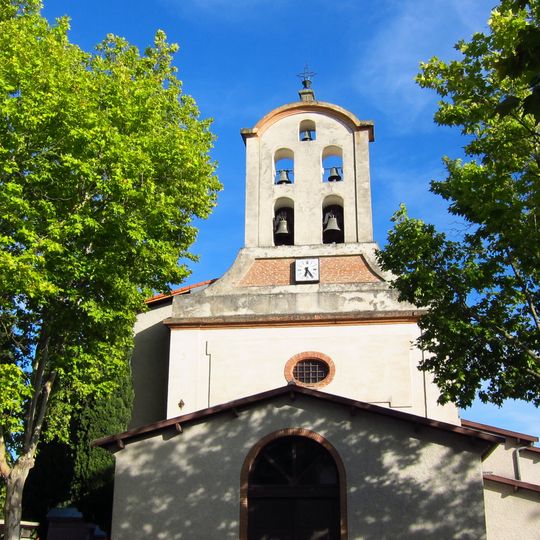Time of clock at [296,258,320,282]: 6:23
